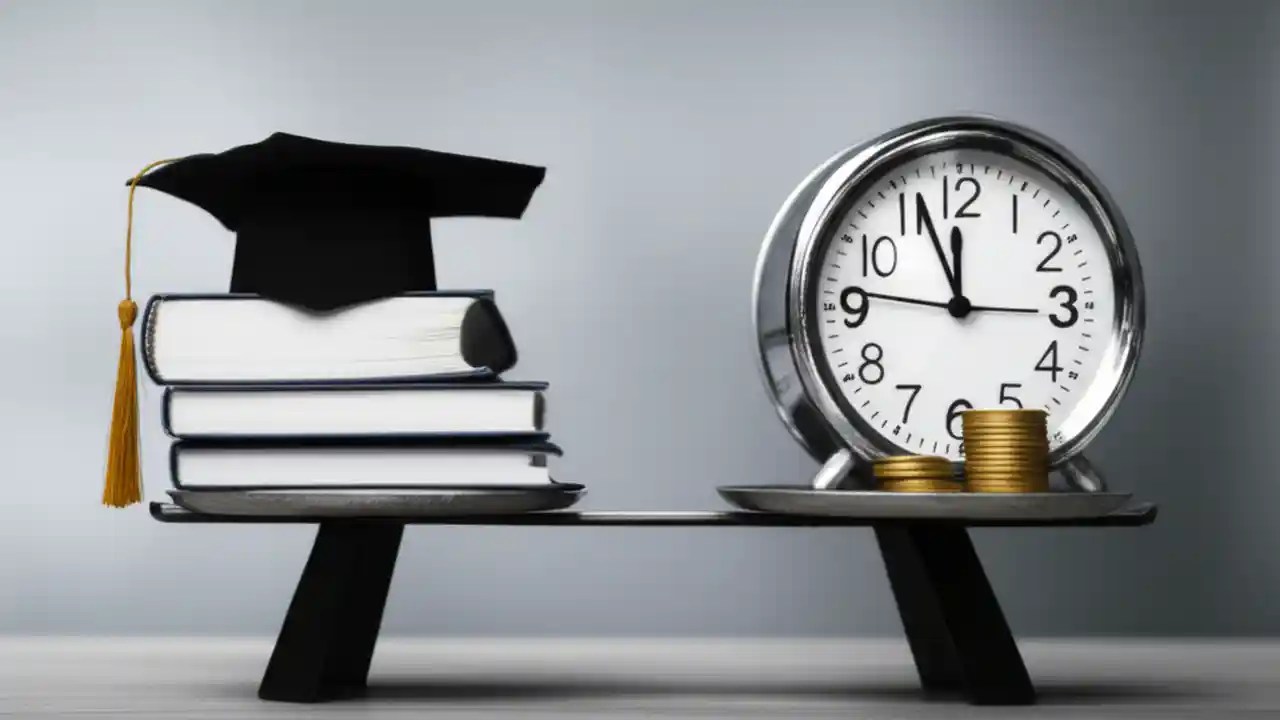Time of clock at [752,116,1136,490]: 11:56
